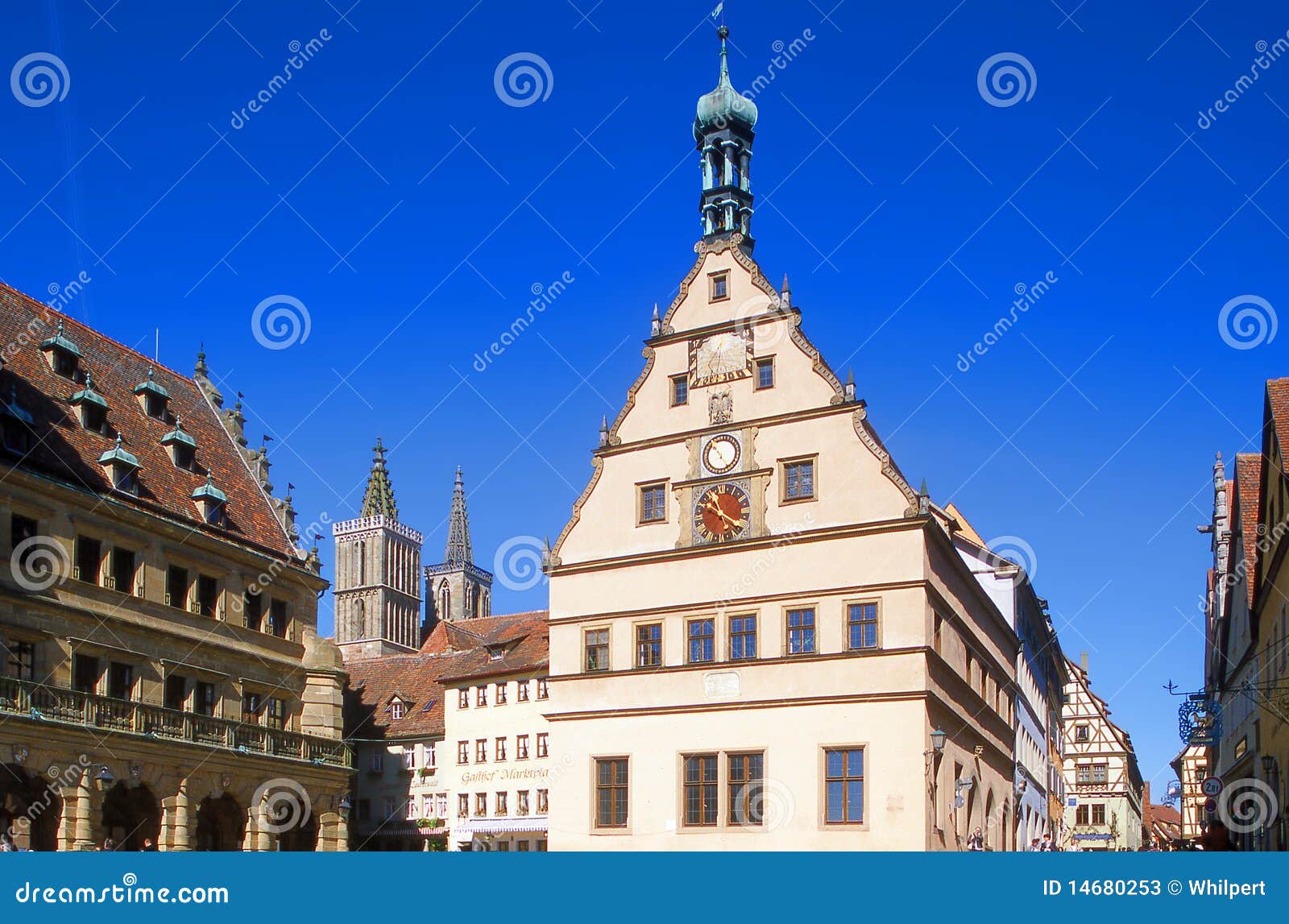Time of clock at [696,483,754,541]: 11:21
